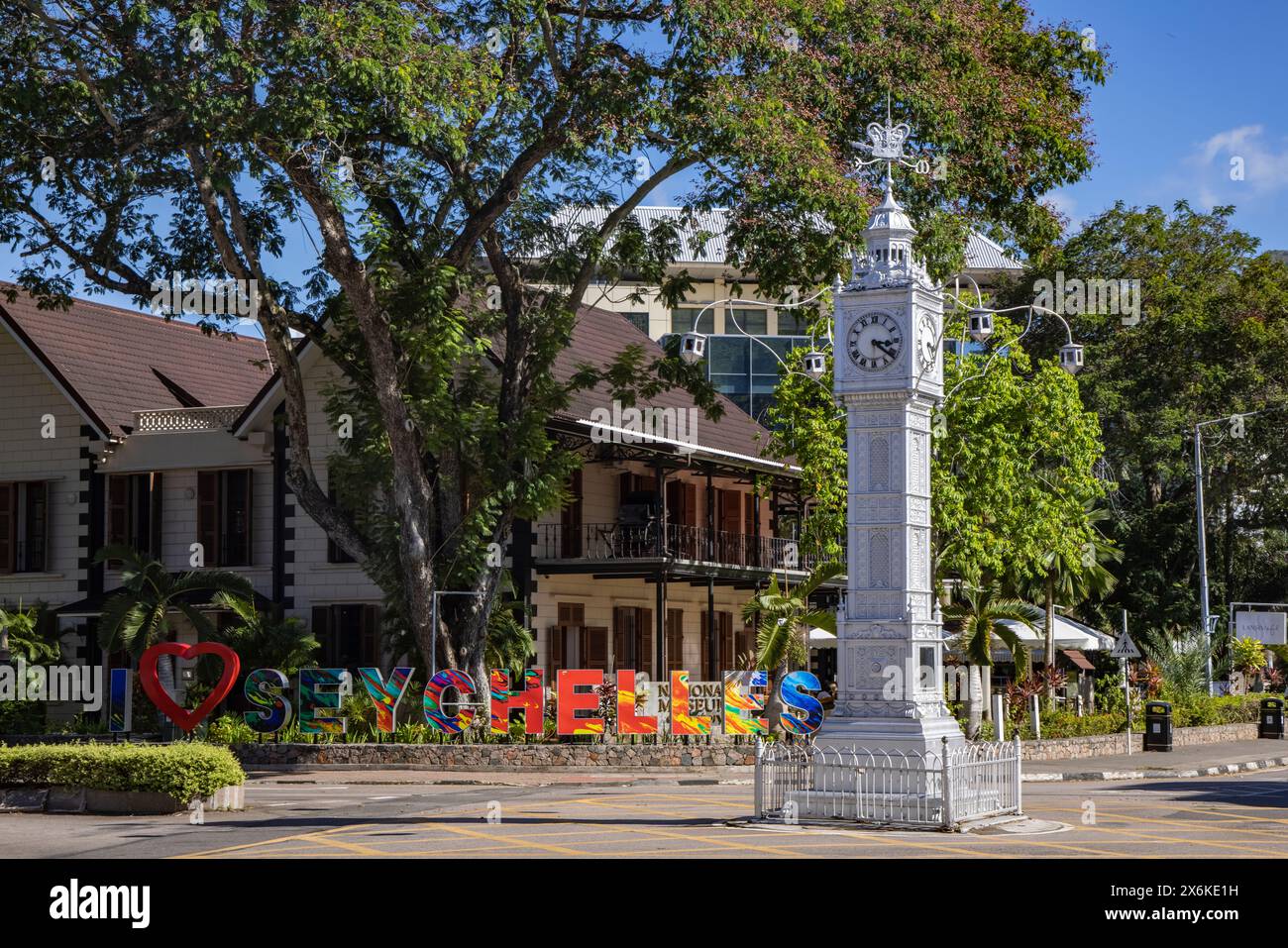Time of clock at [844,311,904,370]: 3:21
